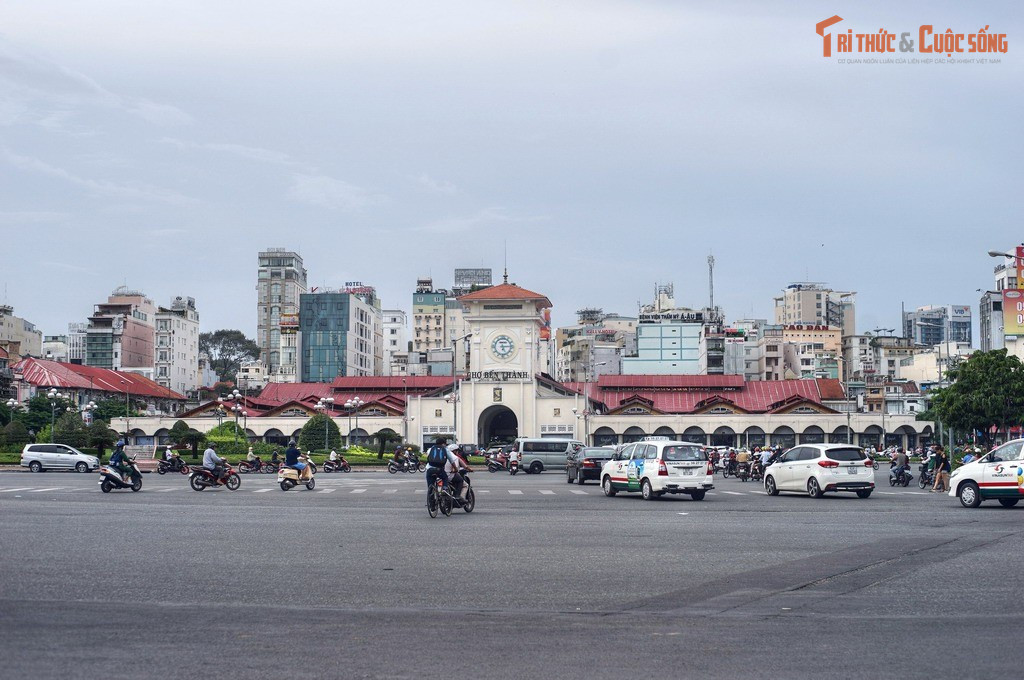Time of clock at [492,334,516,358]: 5:14
